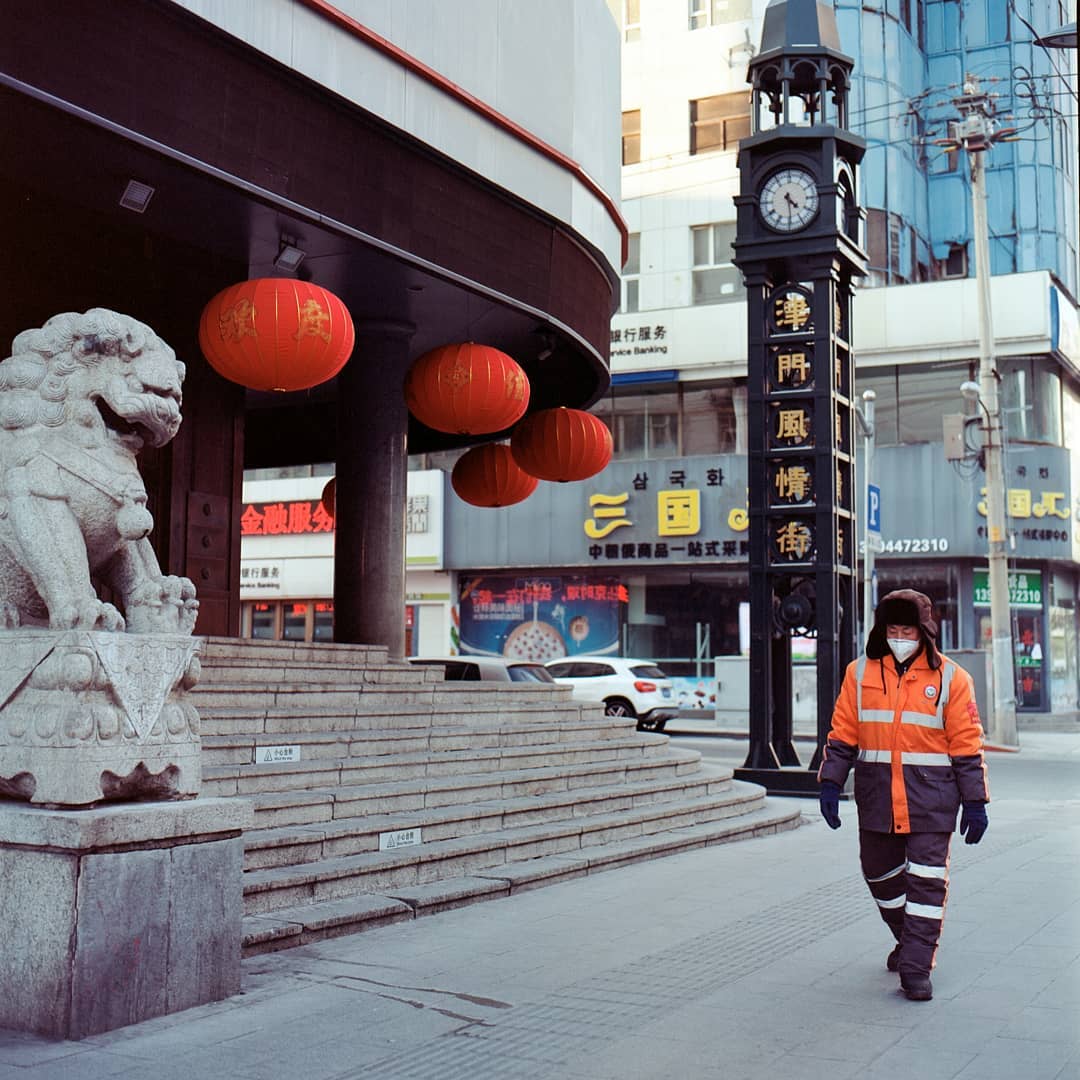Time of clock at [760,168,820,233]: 4:29
